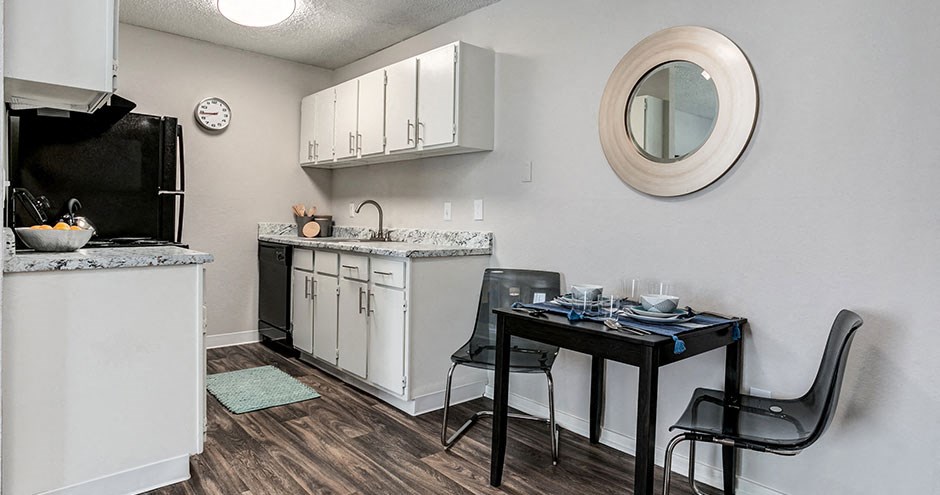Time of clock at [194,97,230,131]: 8:44
